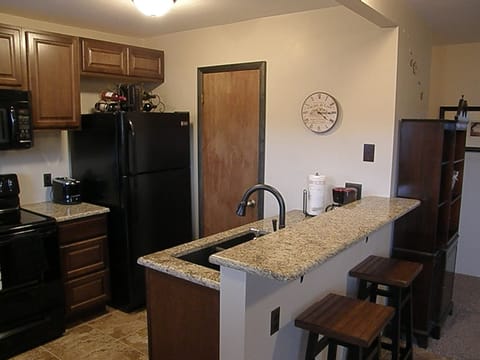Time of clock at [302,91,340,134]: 4:14
